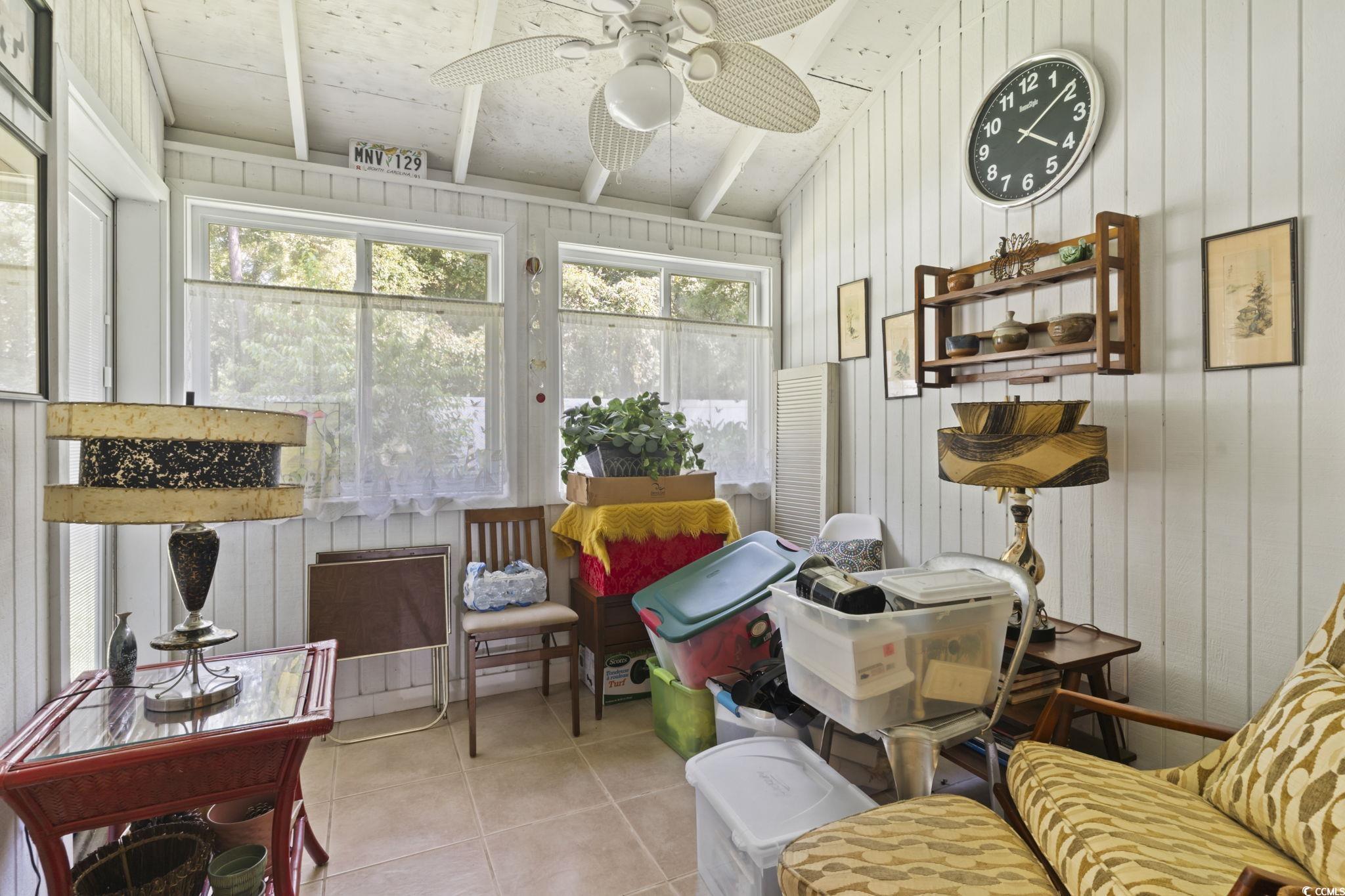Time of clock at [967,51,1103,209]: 4:09
